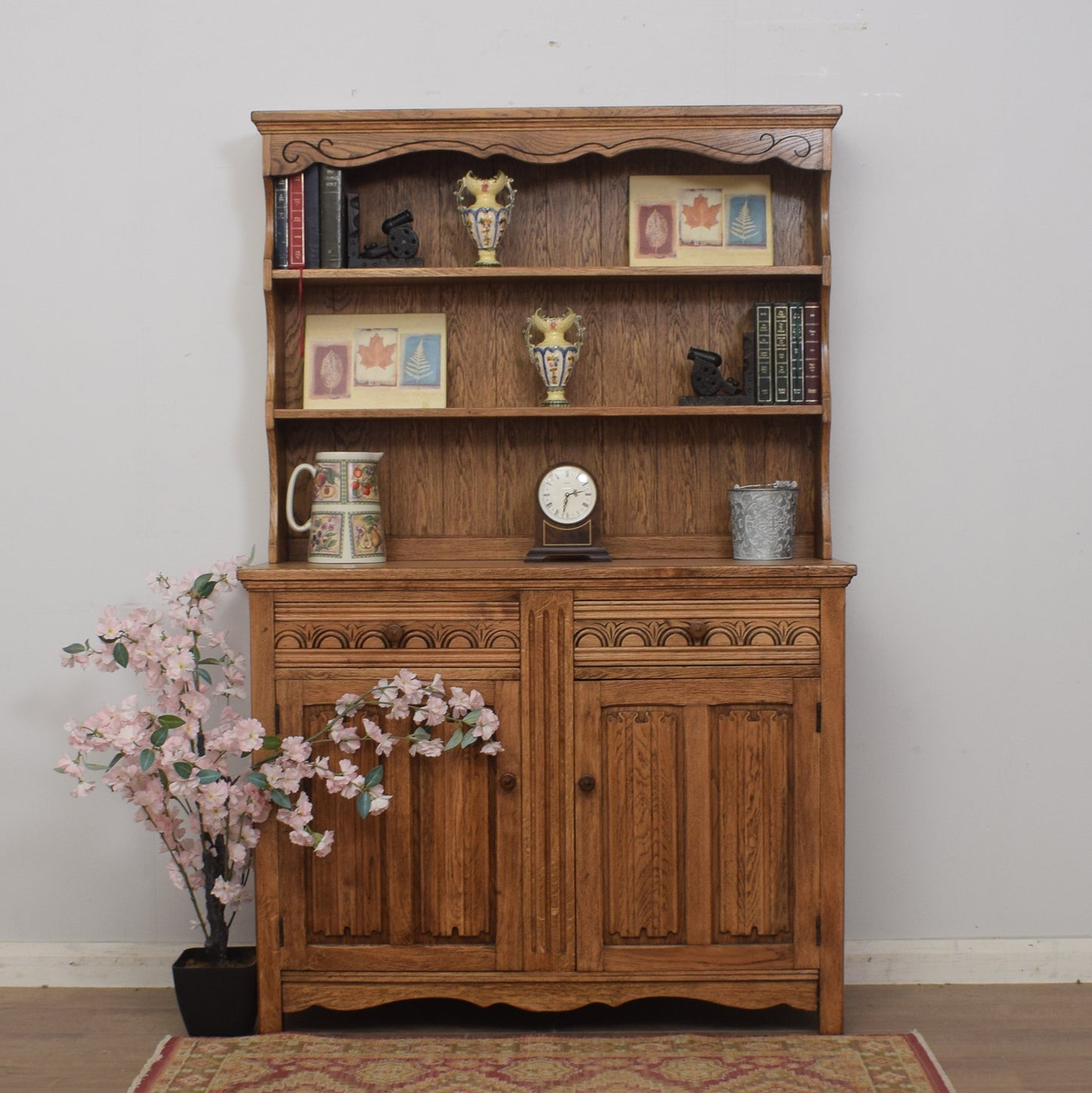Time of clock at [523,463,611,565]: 2:32
